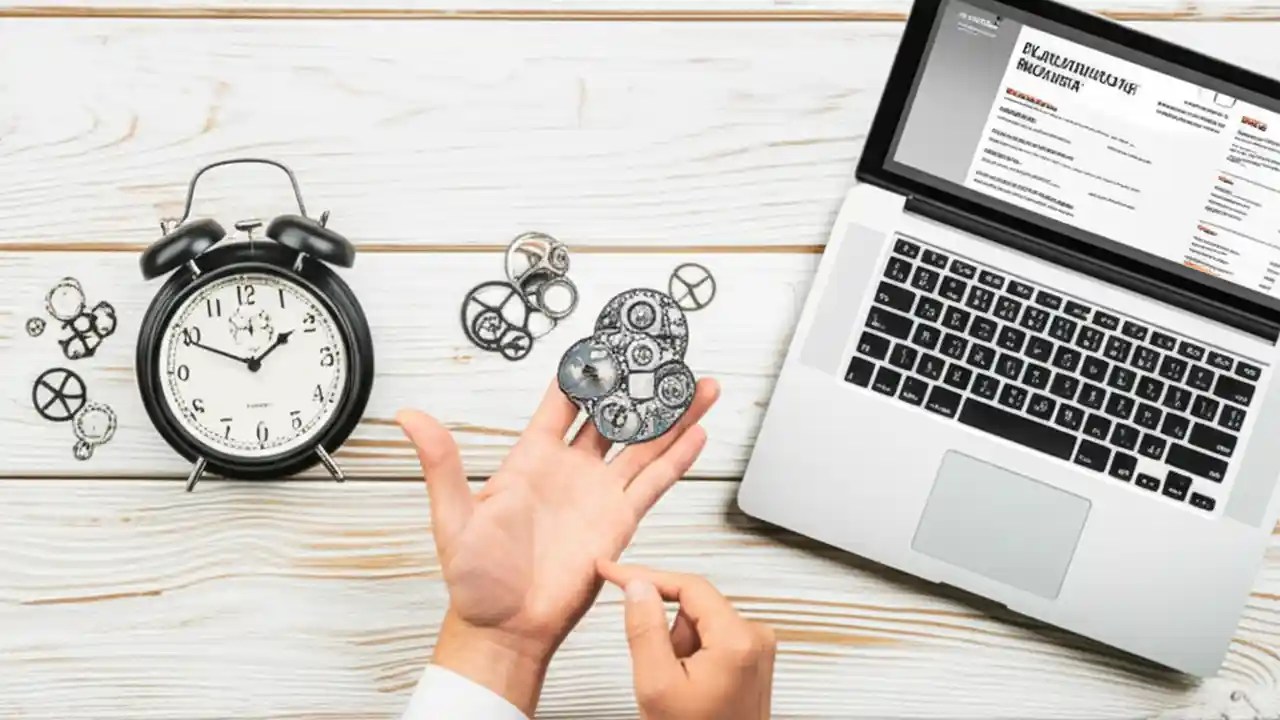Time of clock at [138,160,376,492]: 1:49
